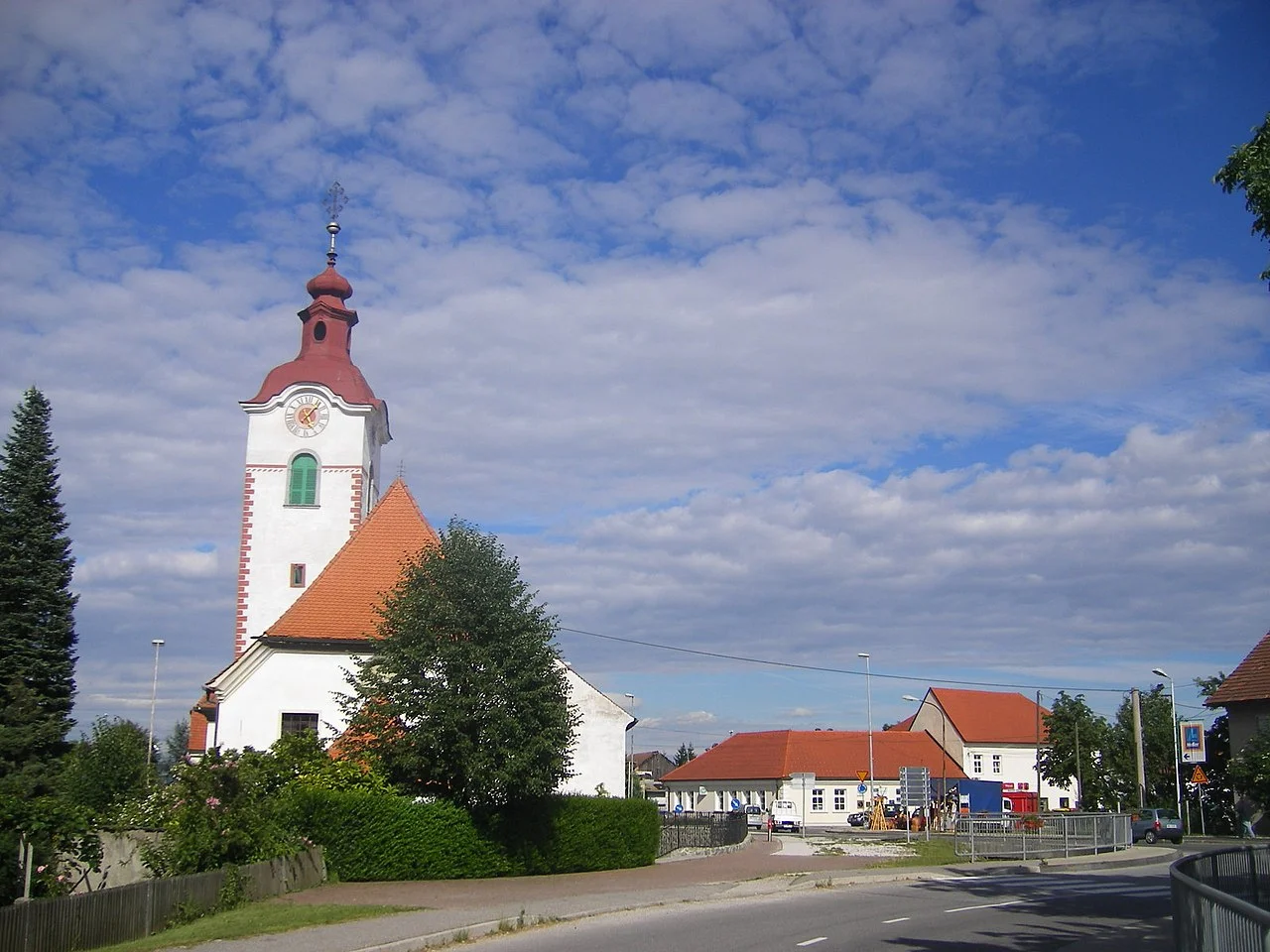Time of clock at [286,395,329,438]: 5:06
